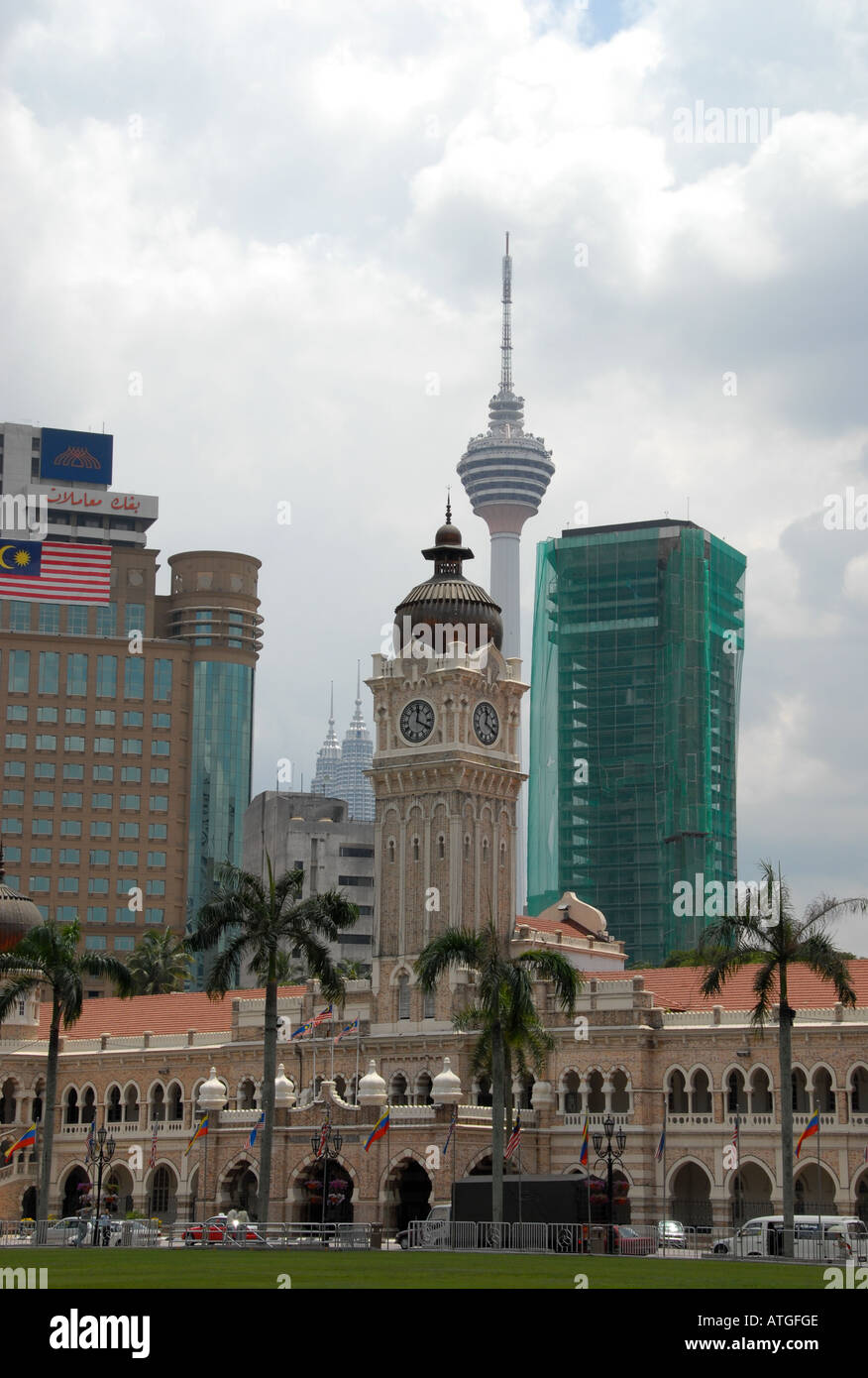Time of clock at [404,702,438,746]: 12:19
